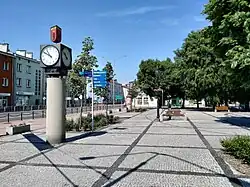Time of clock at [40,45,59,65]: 10:50
